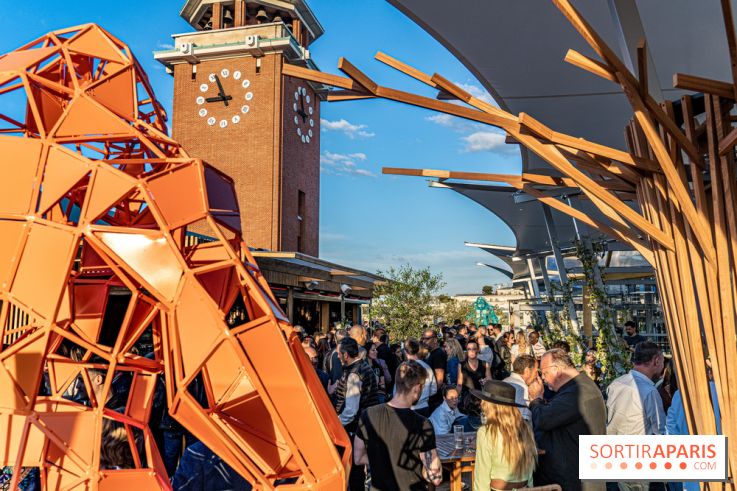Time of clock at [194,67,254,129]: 8:56
